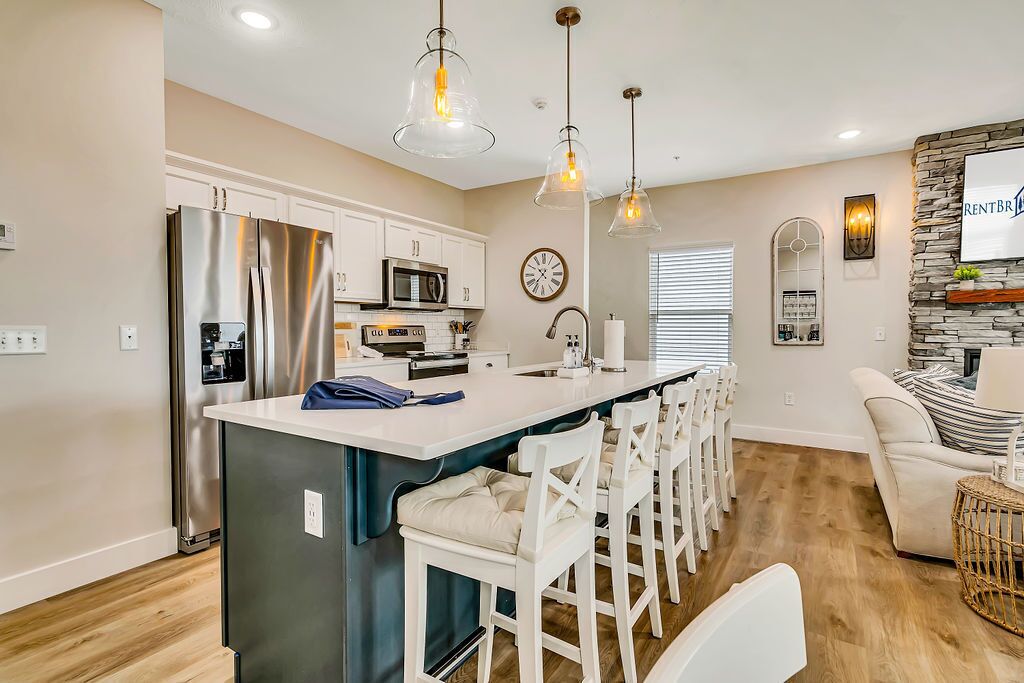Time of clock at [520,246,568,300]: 10:36
